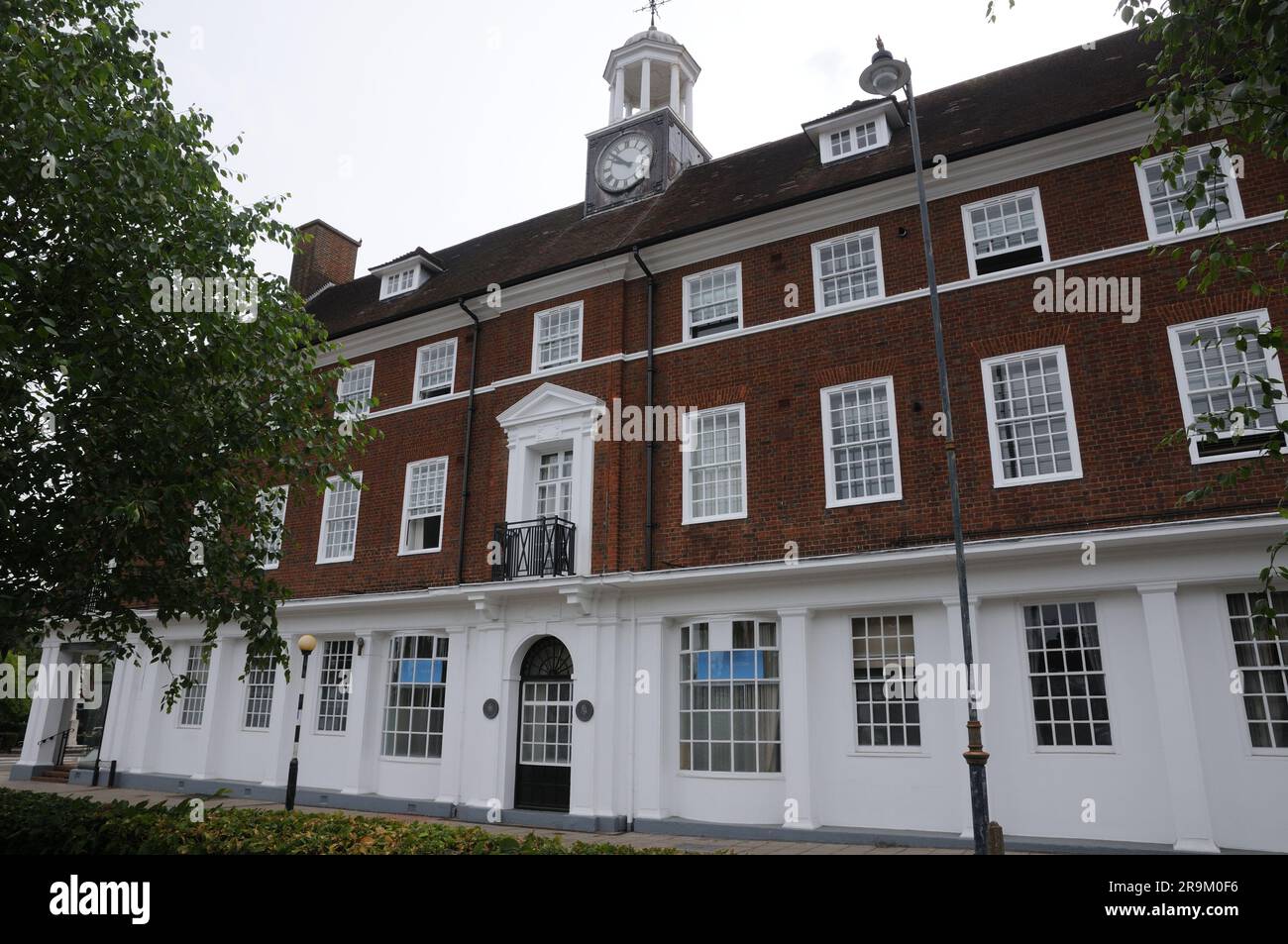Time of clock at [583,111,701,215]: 9:51
